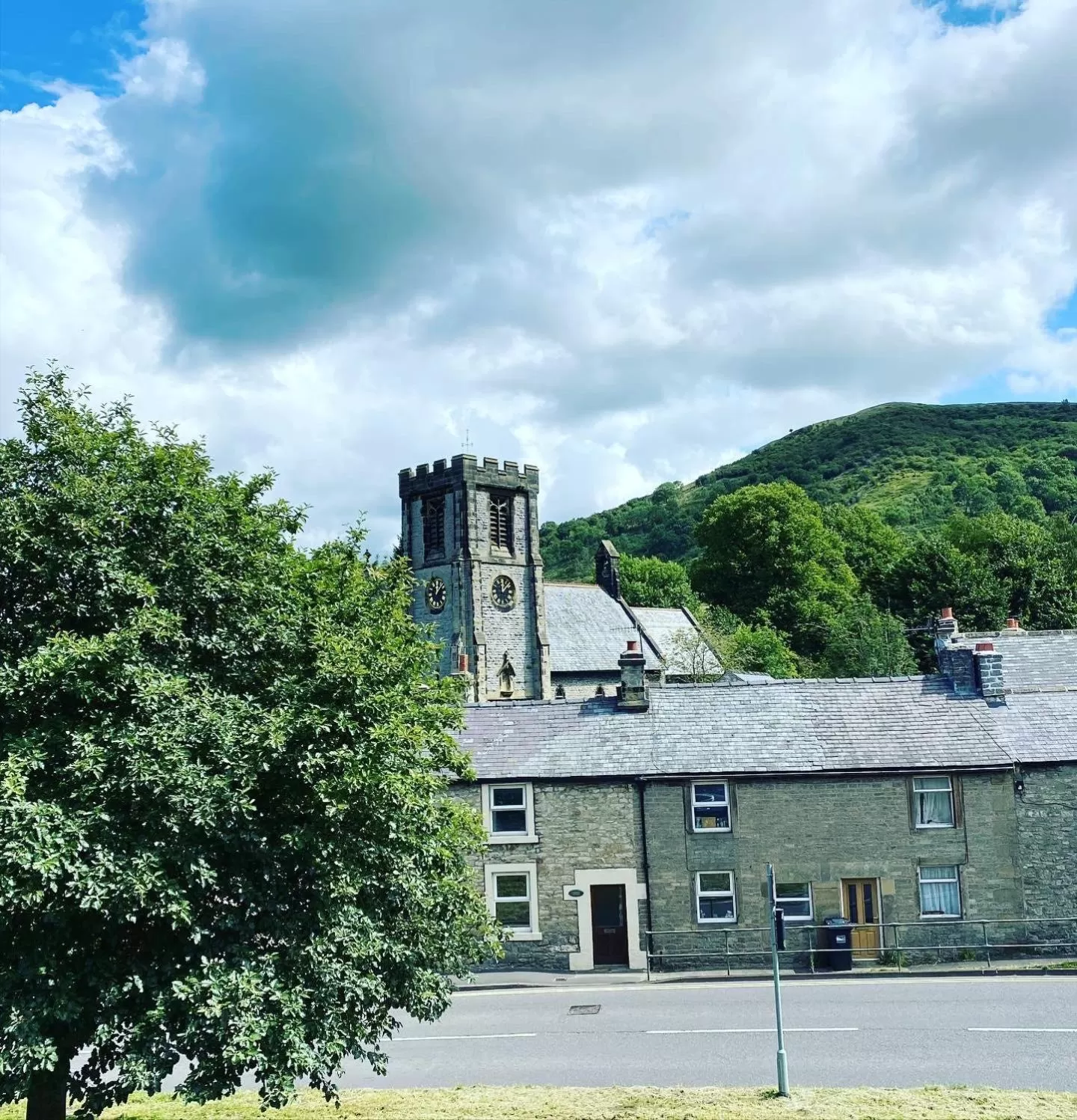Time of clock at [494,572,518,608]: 12:07
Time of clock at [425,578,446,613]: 12:07
